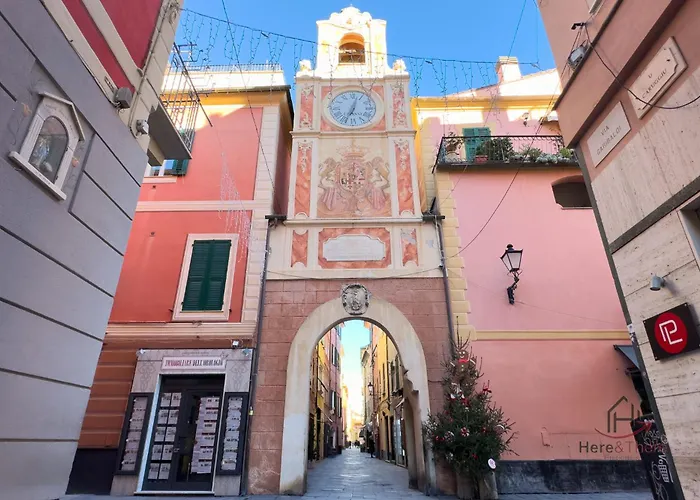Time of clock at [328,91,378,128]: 7:02
